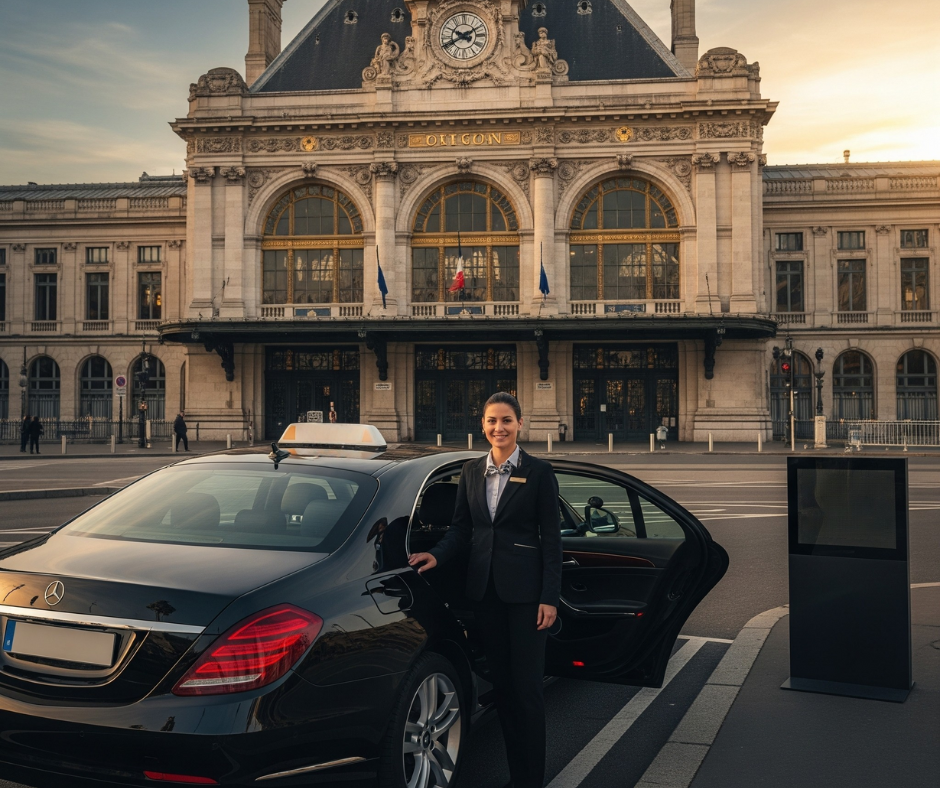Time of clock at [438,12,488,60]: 9:40
